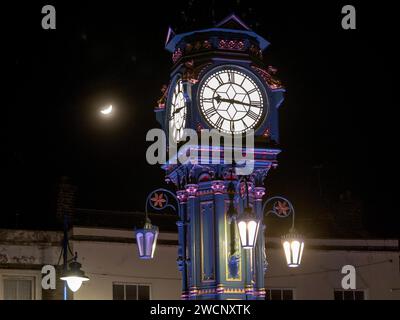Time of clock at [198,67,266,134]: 9:16
